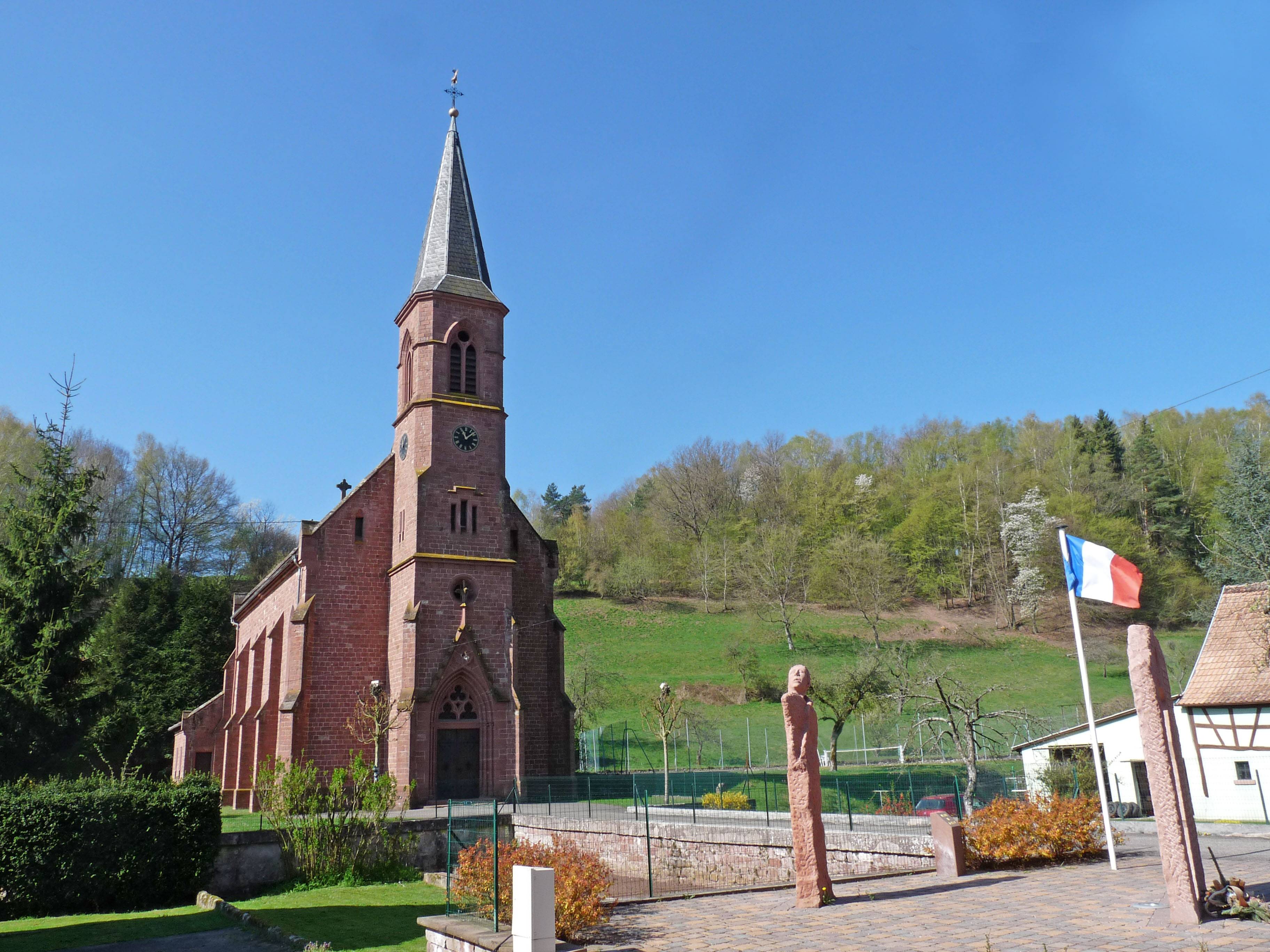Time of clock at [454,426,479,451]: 11:08
